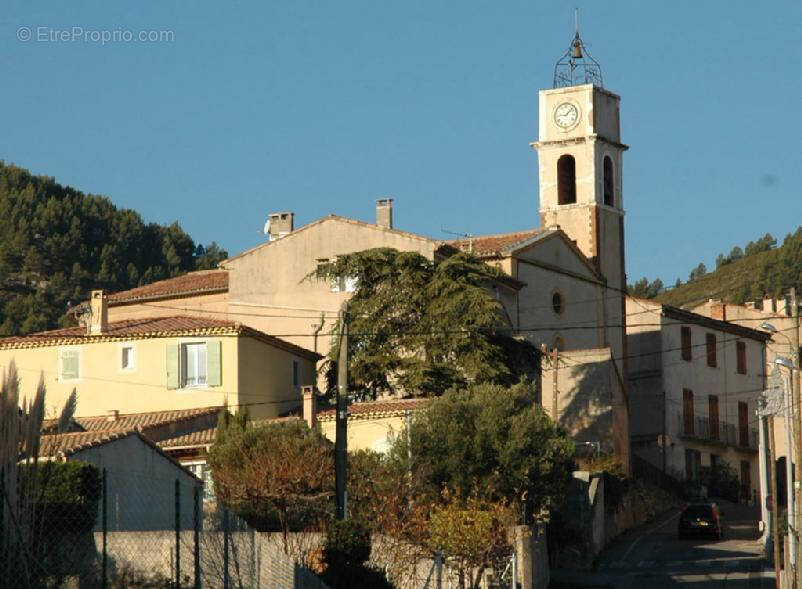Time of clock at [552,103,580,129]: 9:07
